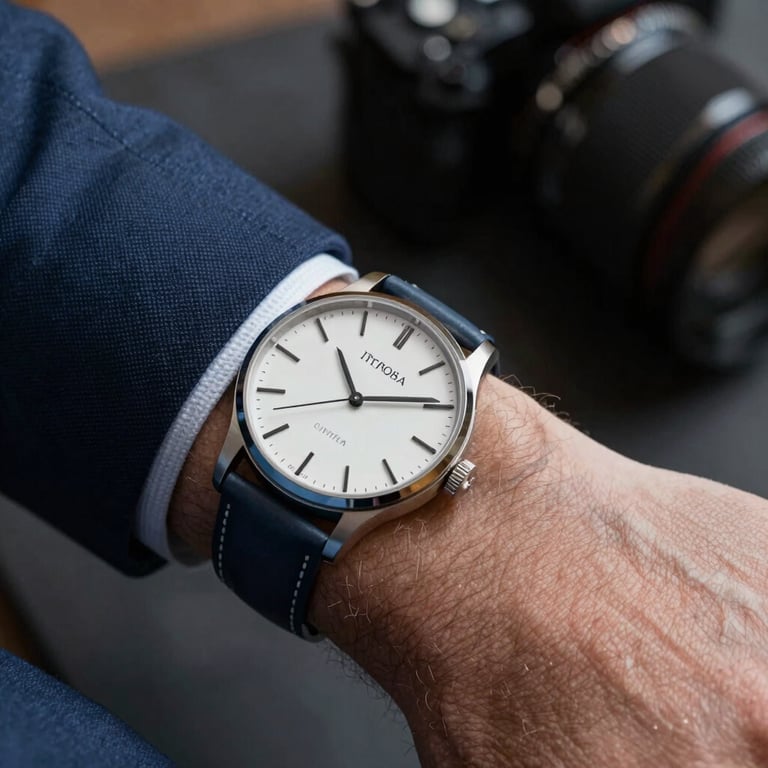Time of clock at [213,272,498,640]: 11:14
